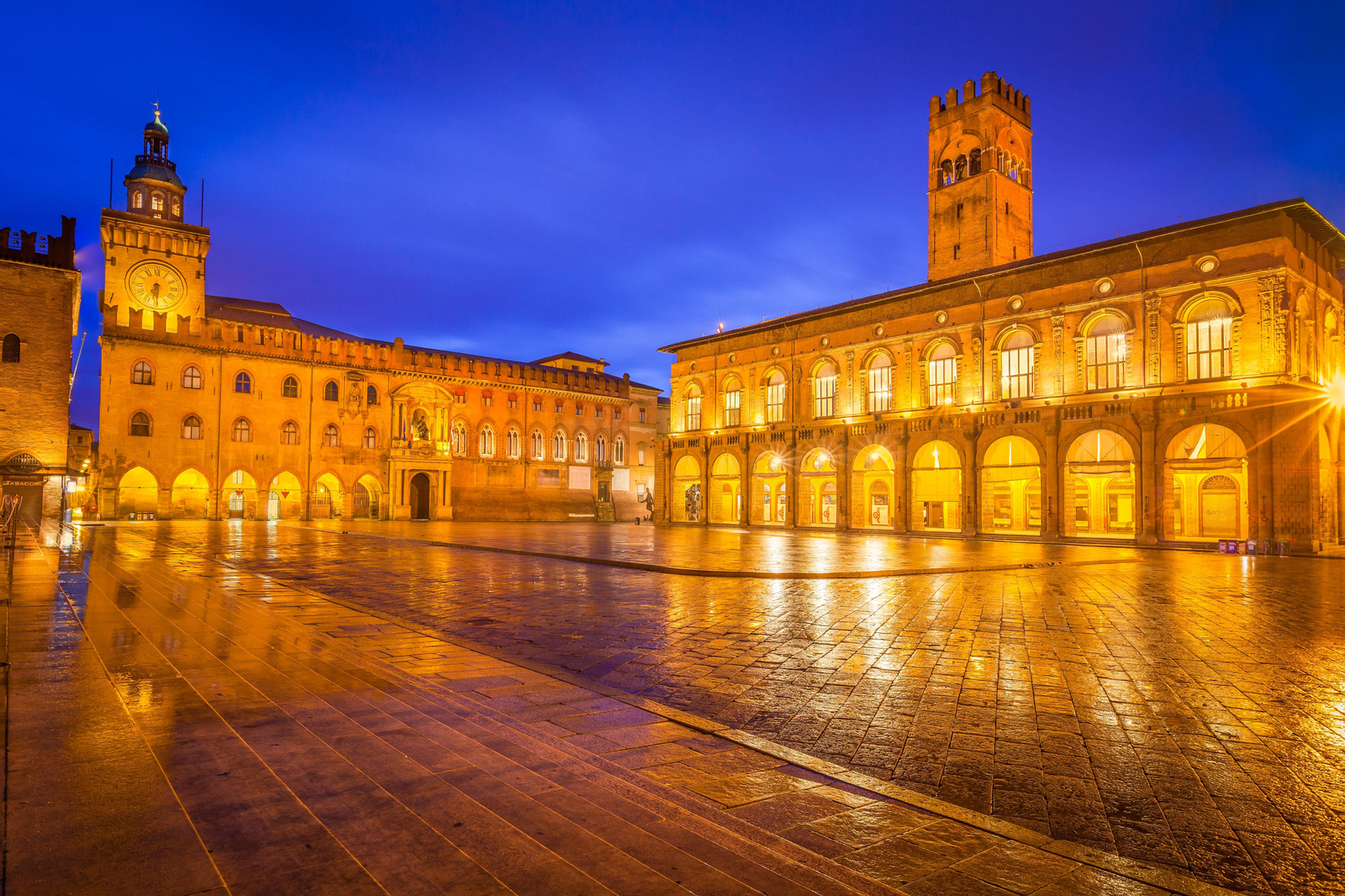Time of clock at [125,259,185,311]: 6:30
